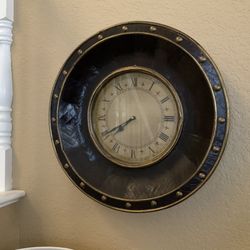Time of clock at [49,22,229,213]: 7:40
